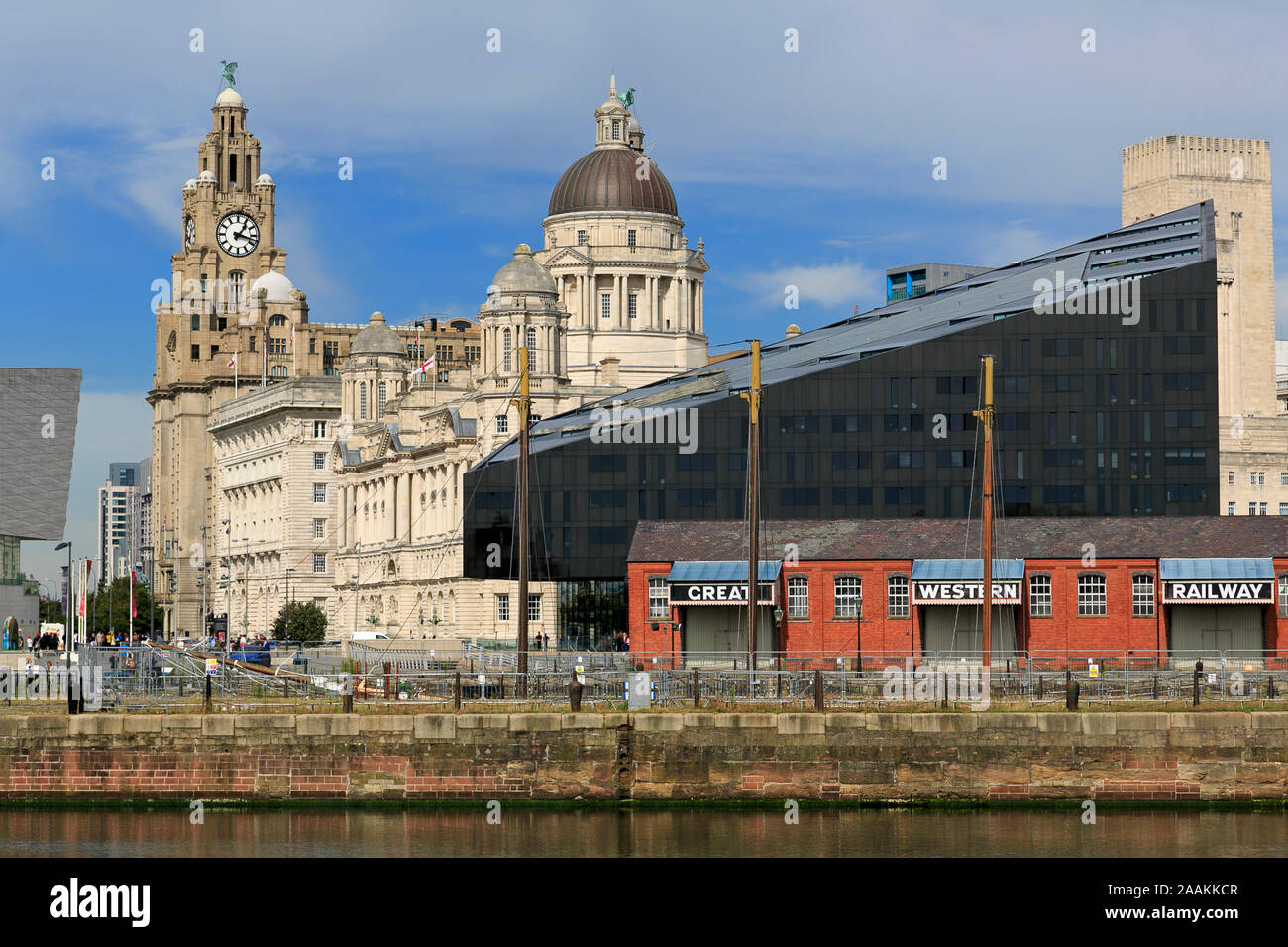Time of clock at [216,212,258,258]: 1:17
